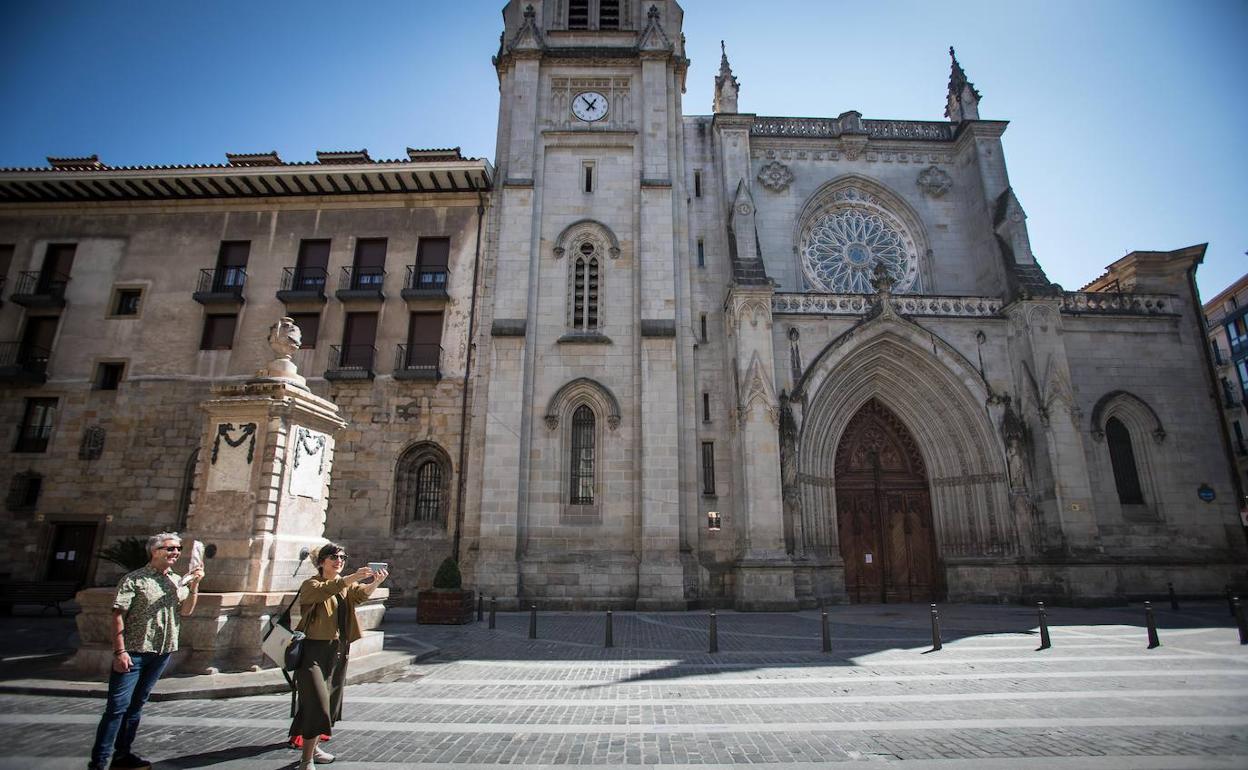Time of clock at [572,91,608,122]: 12:53
